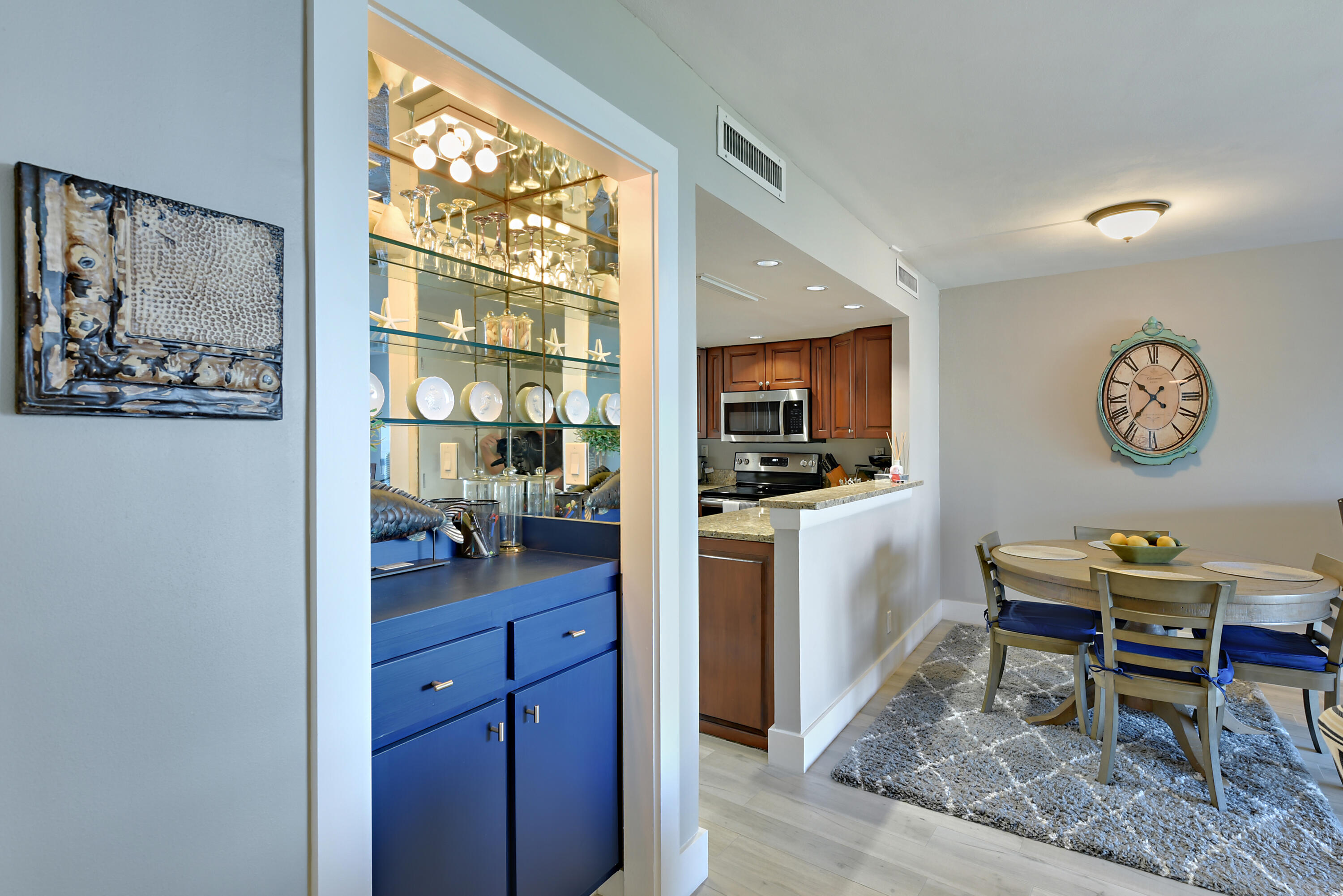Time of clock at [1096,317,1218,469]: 10:36
